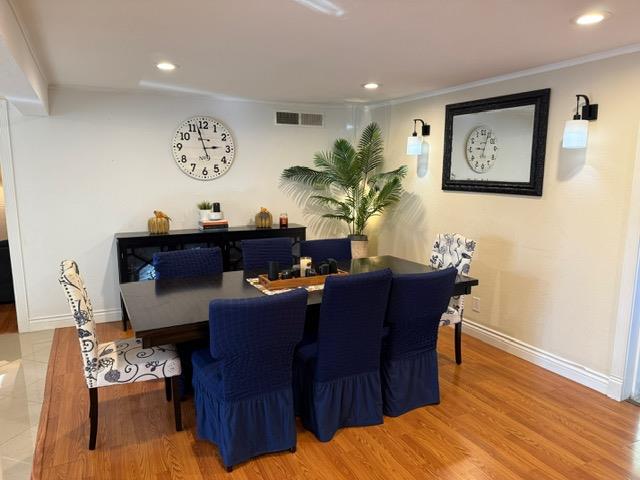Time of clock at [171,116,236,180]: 2:57
